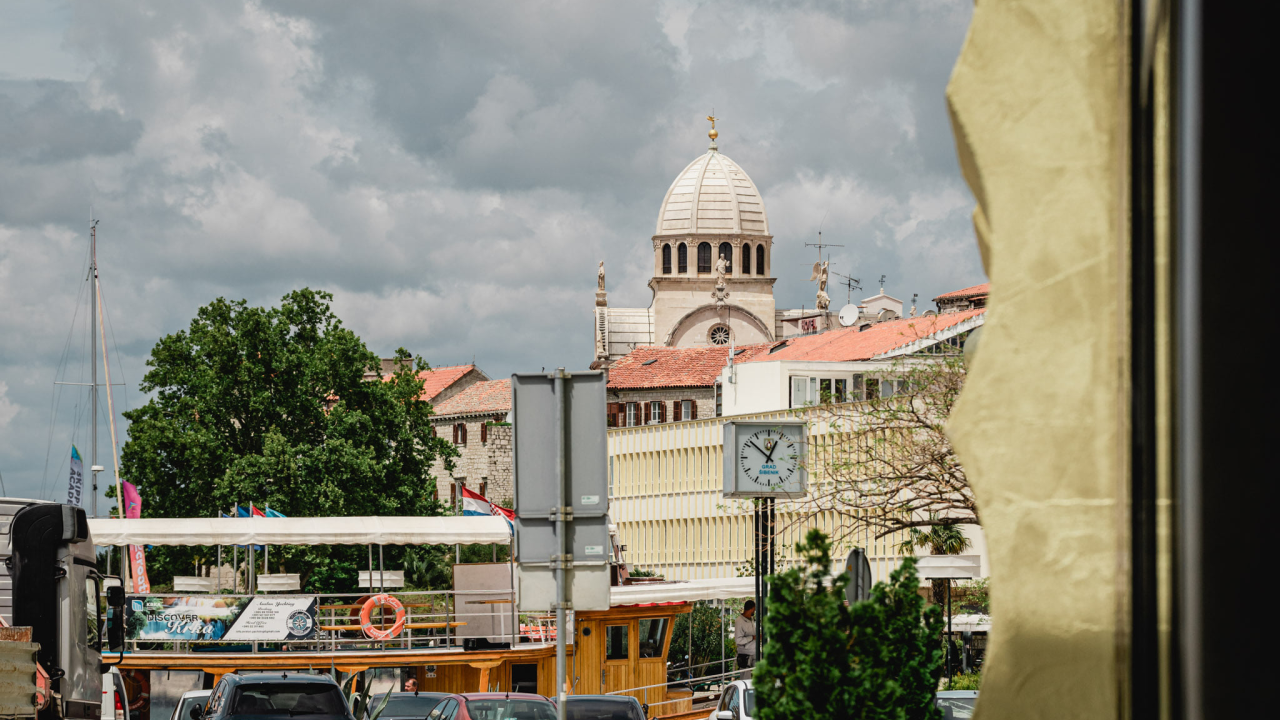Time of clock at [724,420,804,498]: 12:52
